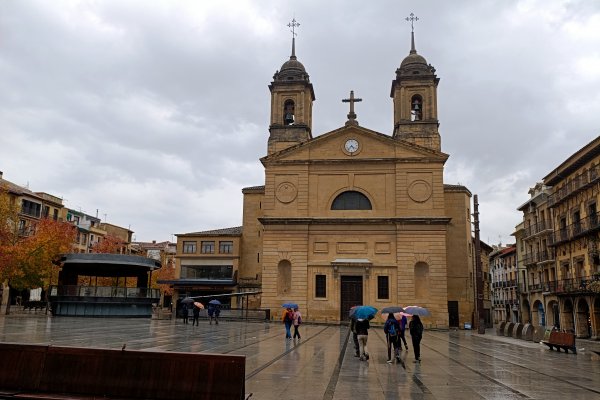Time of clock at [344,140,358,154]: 4:36
